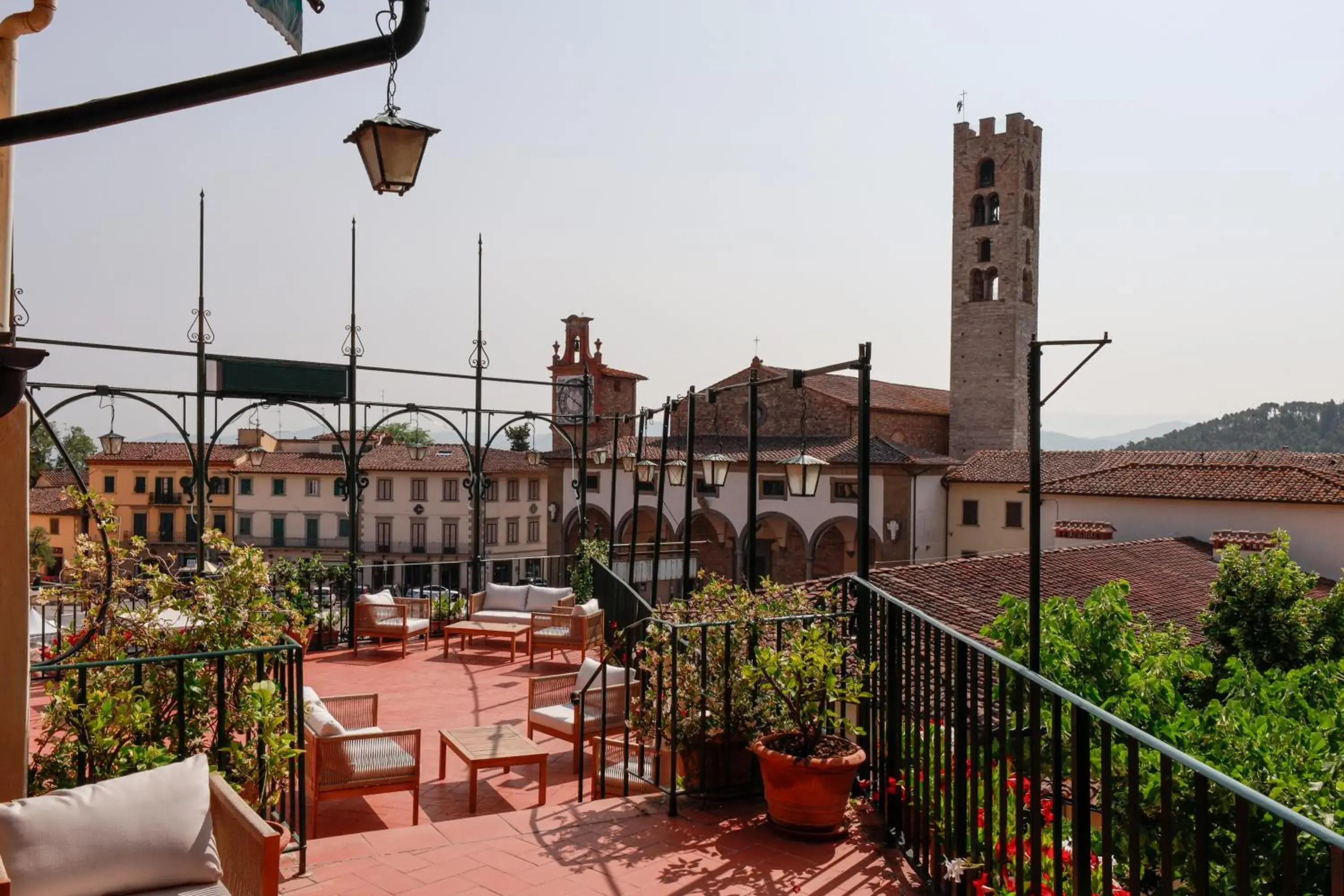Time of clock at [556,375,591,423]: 10:20
